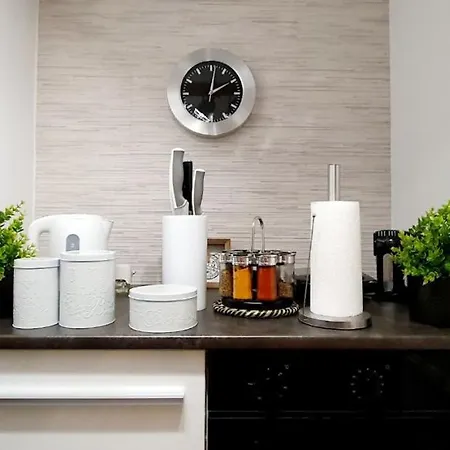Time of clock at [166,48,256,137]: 2:01
